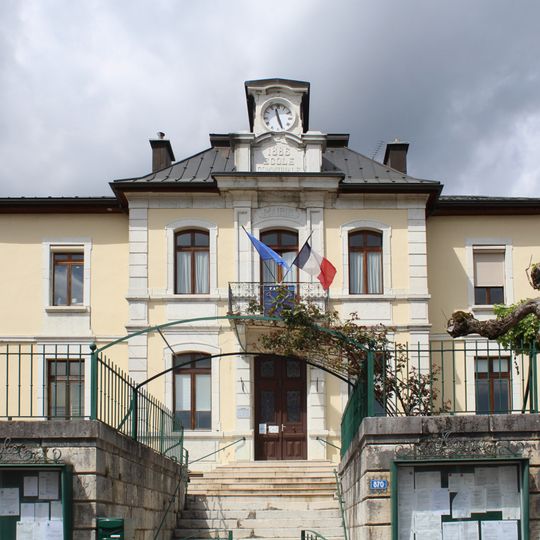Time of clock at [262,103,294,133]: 11:26
